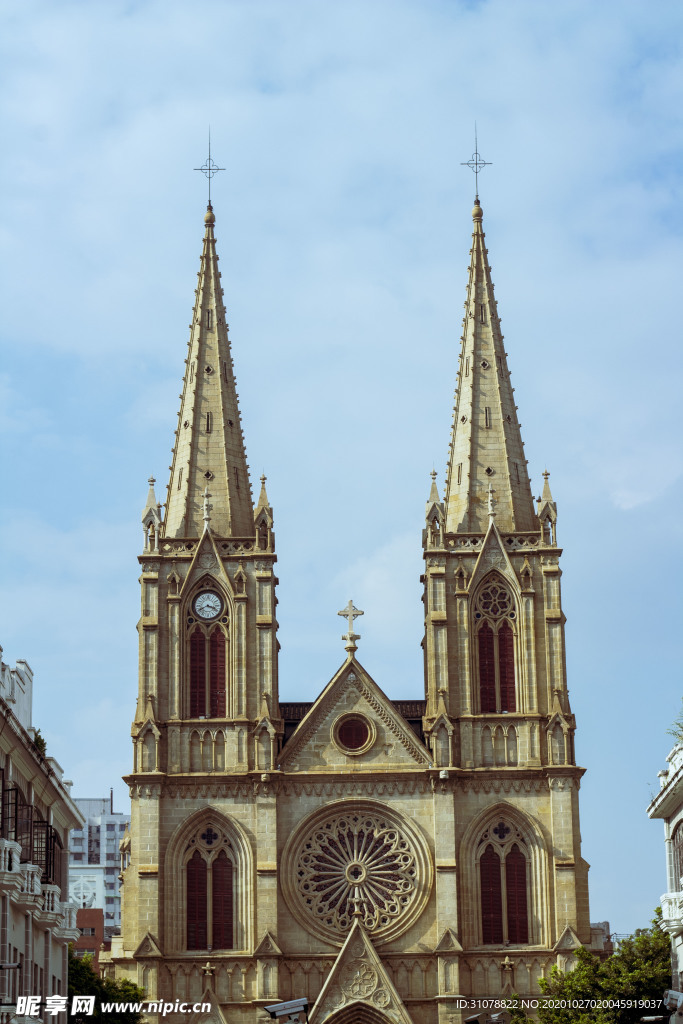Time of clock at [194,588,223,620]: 3:40
